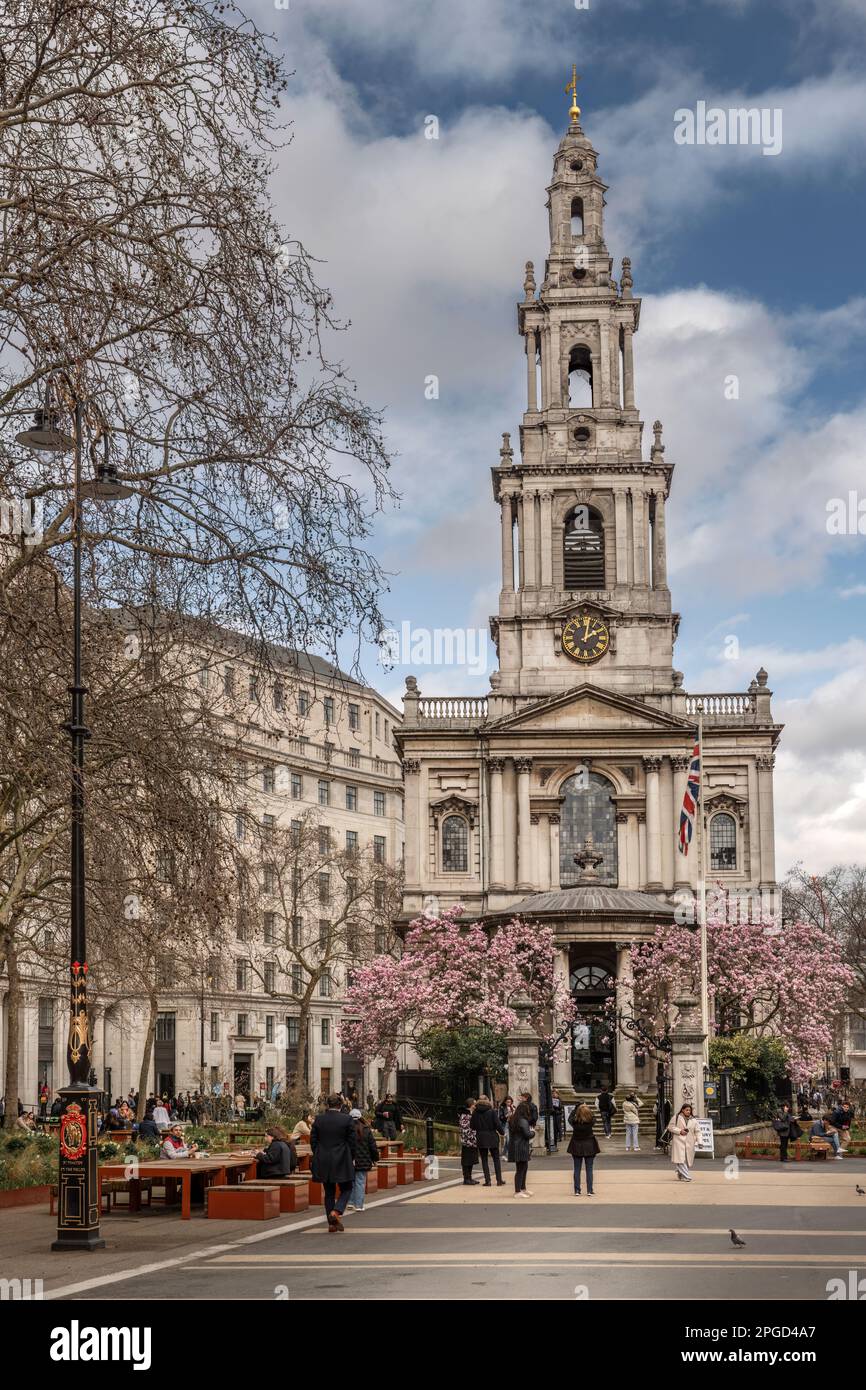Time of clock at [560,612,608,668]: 2:01
